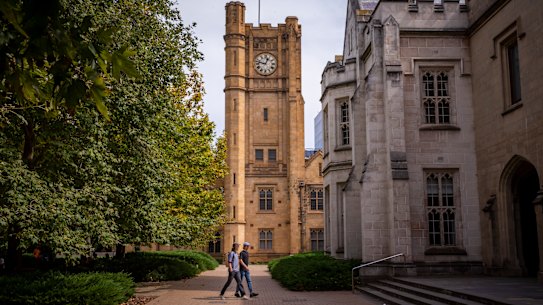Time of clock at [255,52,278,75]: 12:47
